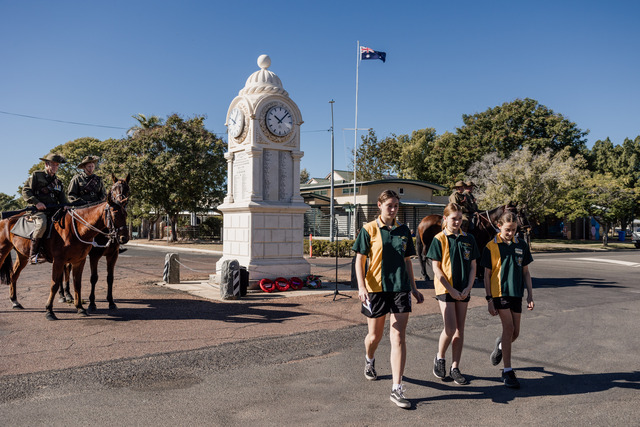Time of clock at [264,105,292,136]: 10:07
